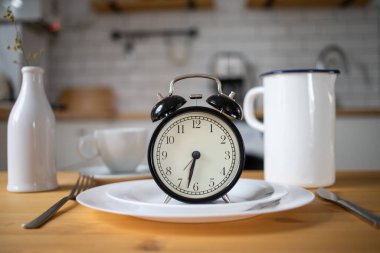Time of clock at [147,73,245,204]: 6:32
